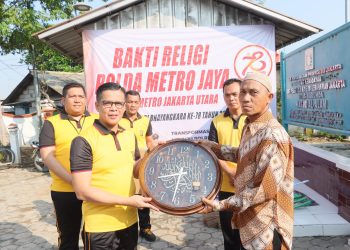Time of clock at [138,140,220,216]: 8:31
